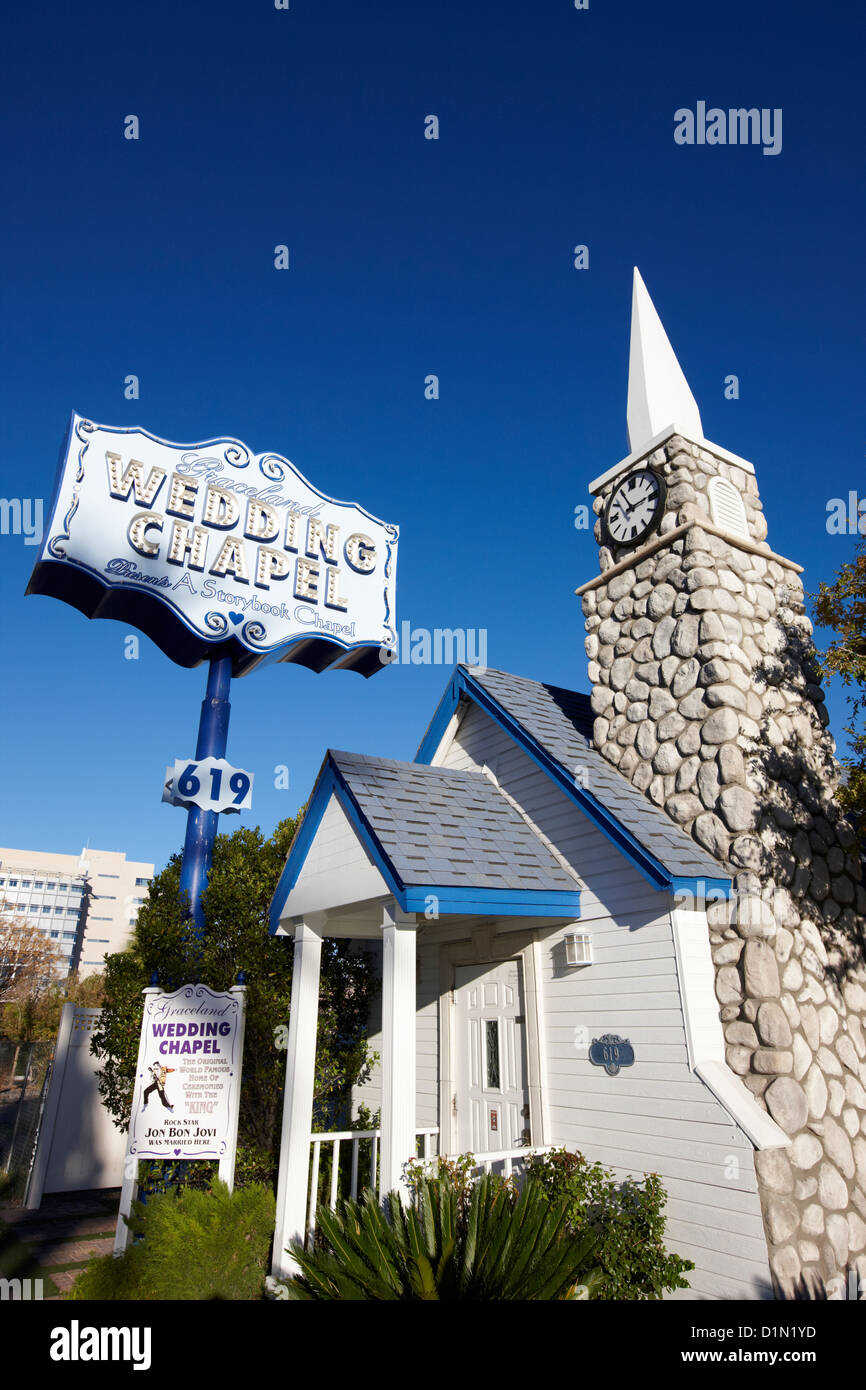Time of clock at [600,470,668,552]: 11:13
